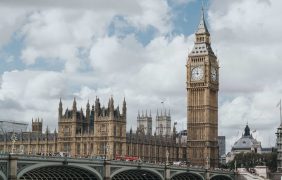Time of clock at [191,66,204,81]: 11:46
